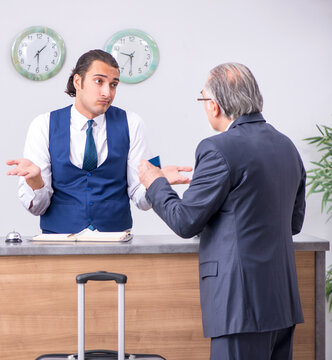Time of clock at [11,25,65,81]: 1:29
